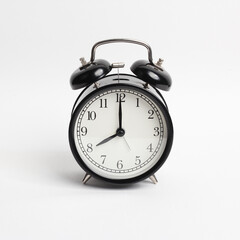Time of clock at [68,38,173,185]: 8:00
